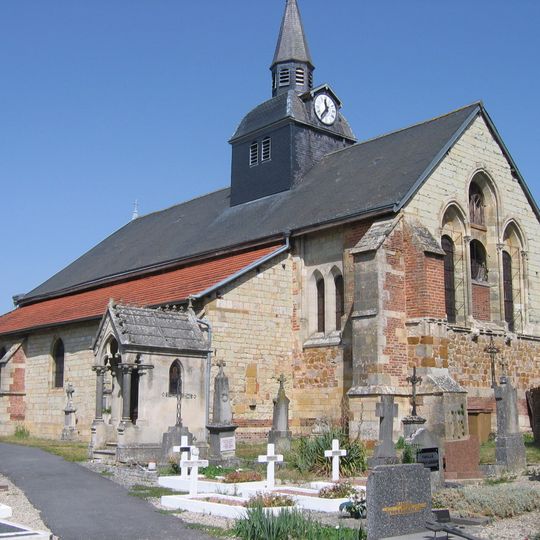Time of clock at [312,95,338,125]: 11:36
